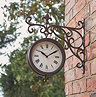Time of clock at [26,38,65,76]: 10:09
